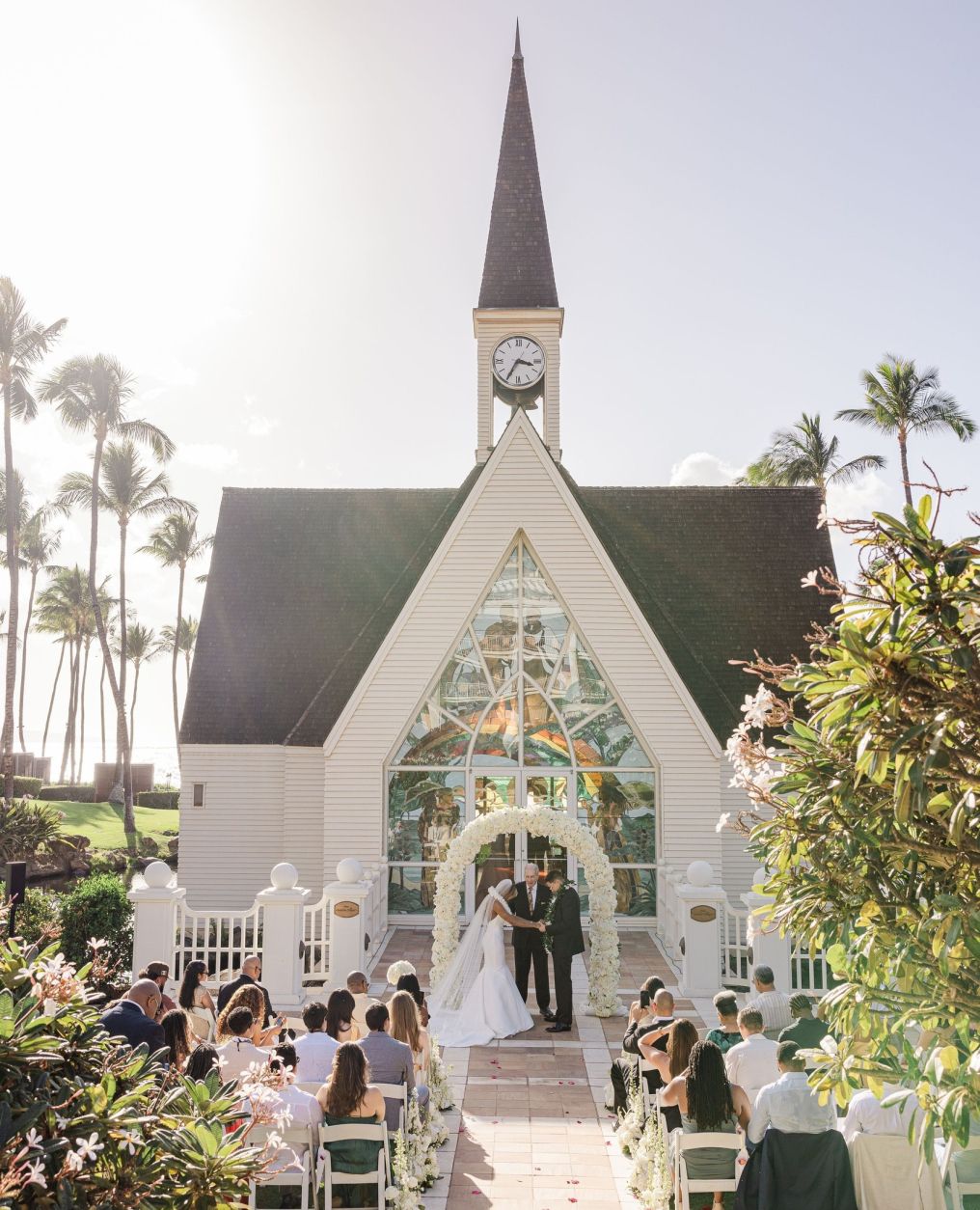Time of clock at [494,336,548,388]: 3:34
